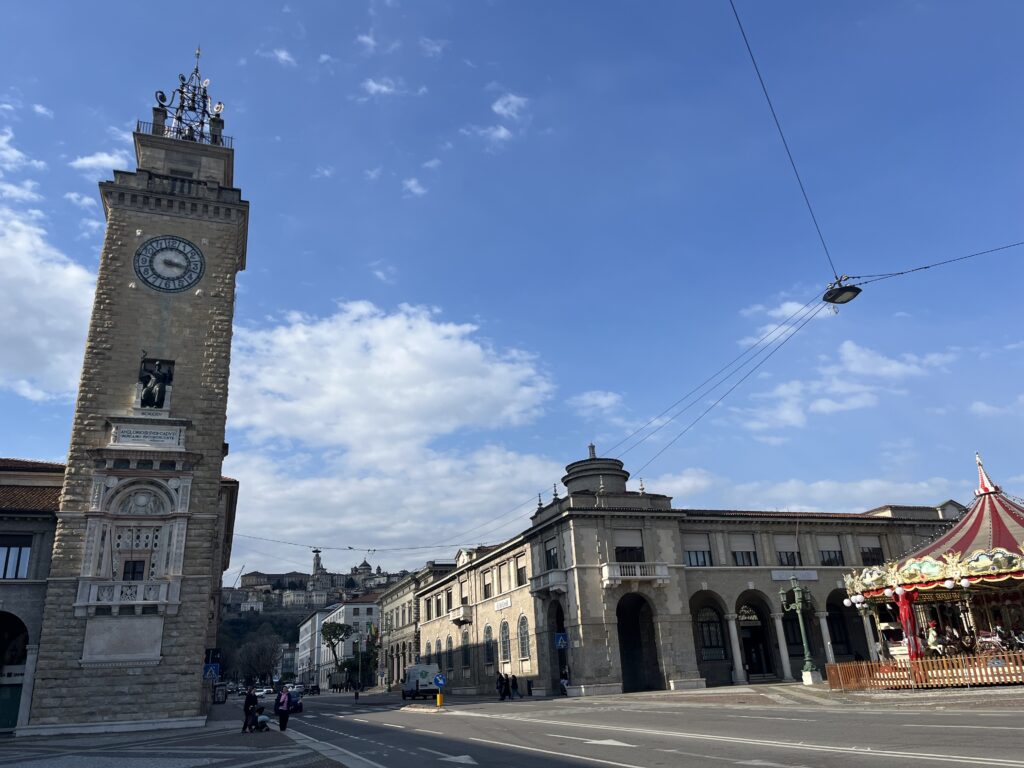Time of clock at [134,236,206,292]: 3:18
